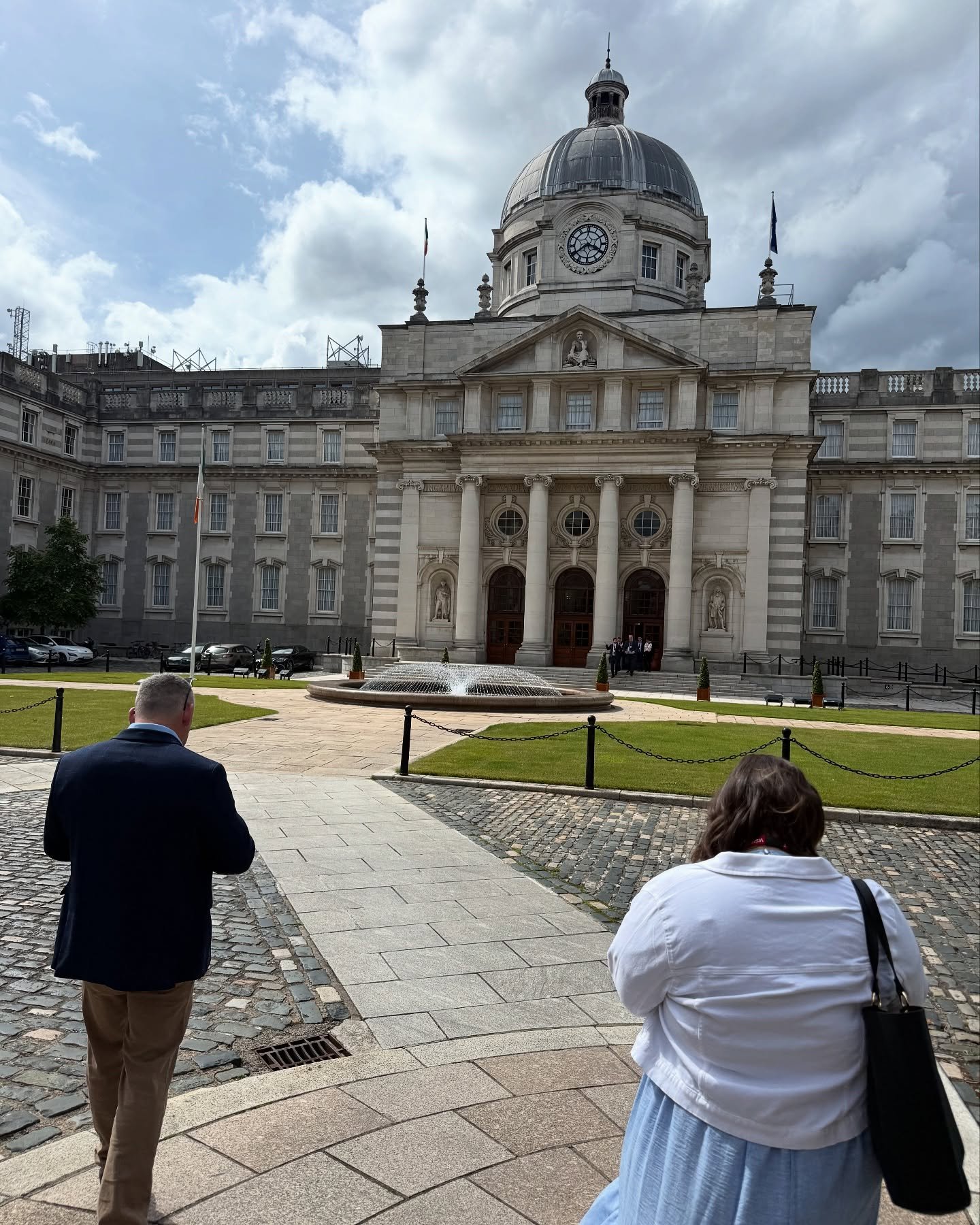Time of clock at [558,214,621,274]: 3:40
